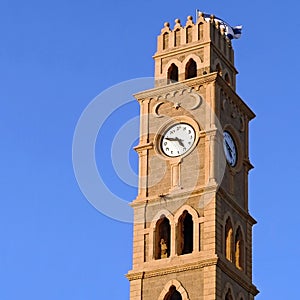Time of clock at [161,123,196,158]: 4:48
